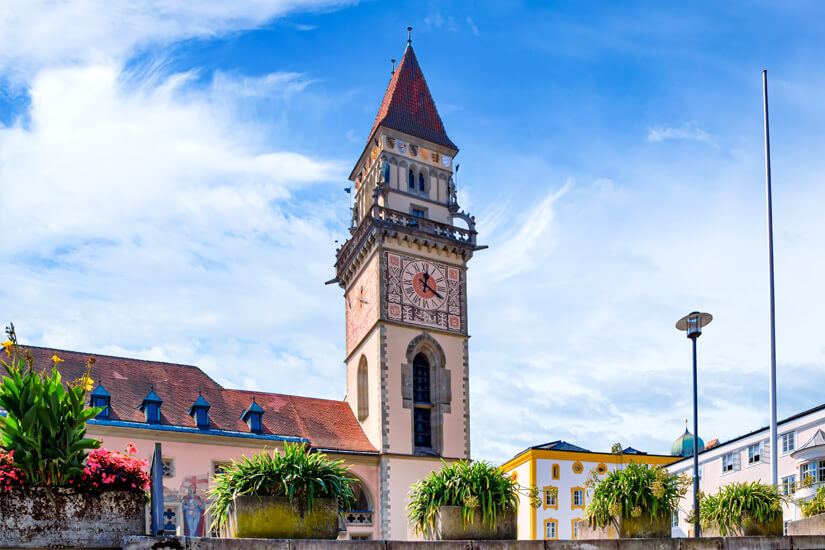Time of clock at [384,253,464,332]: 12:19
